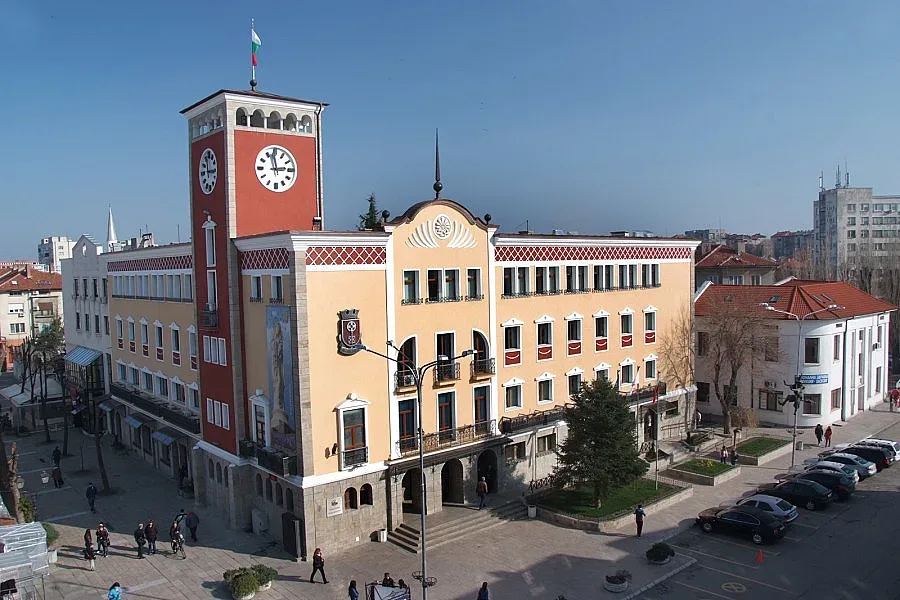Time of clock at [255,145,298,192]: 2:58
